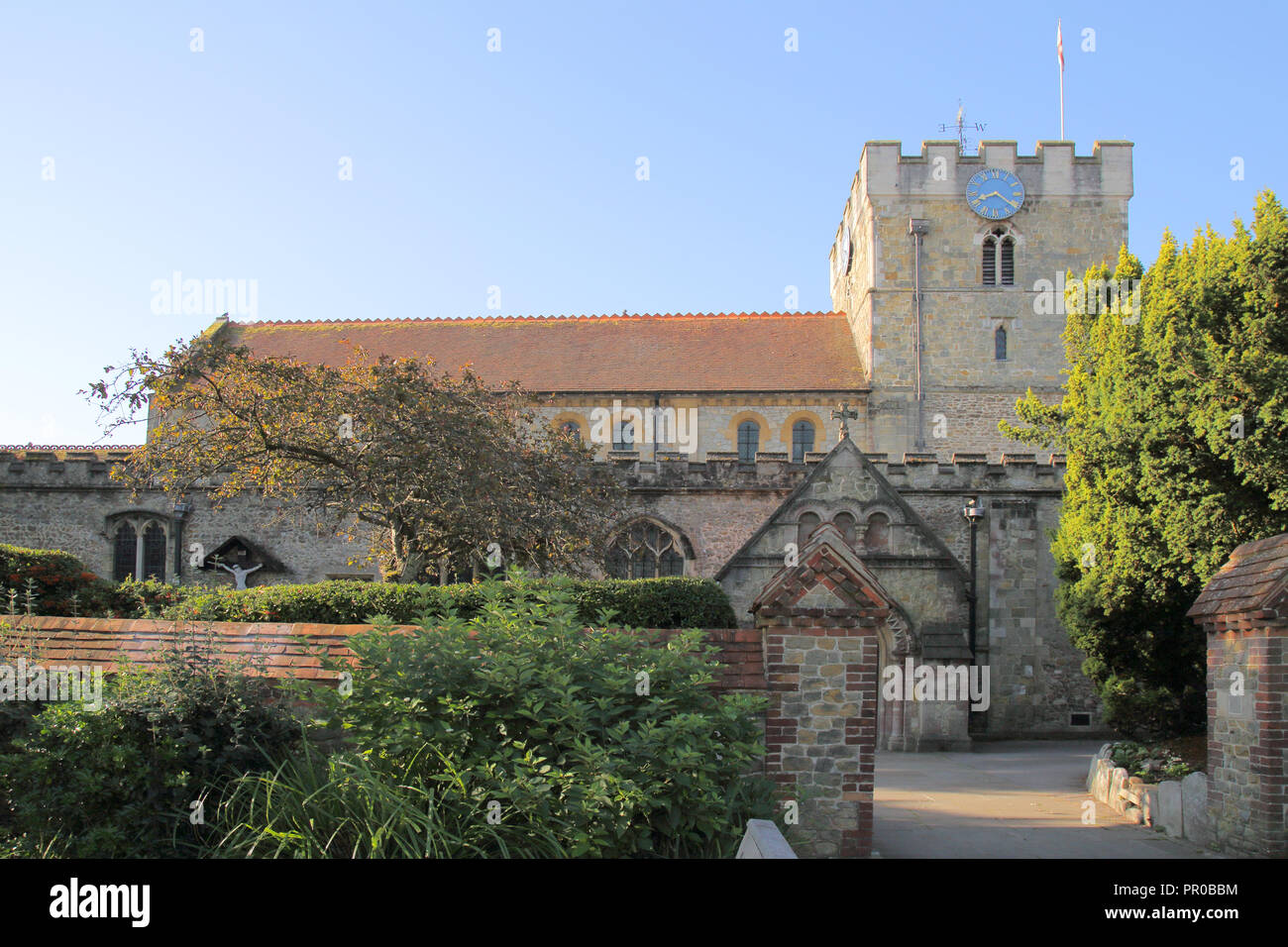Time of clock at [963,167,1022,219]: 8:21
